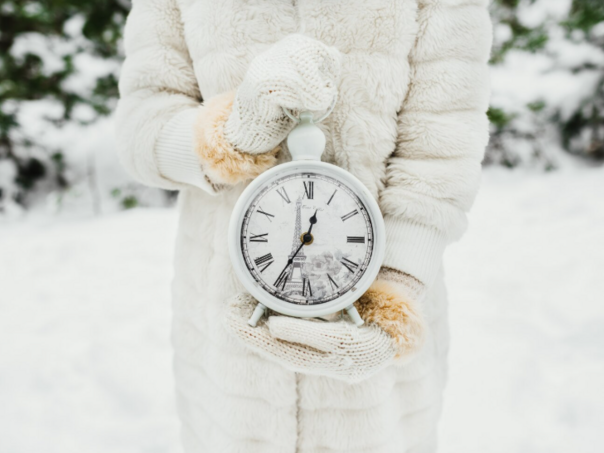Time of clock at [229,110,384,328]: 12:35
